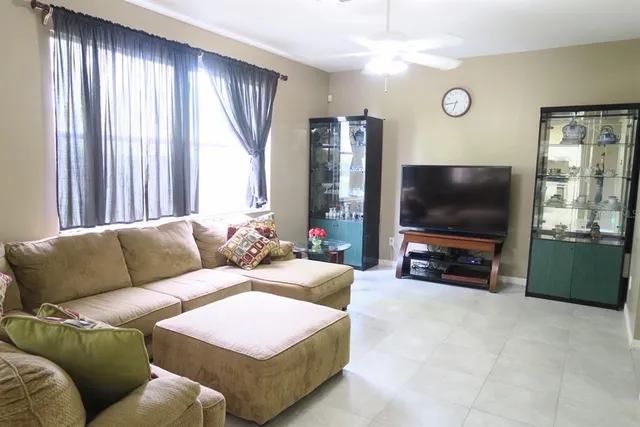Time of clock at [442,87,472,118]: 6:44
